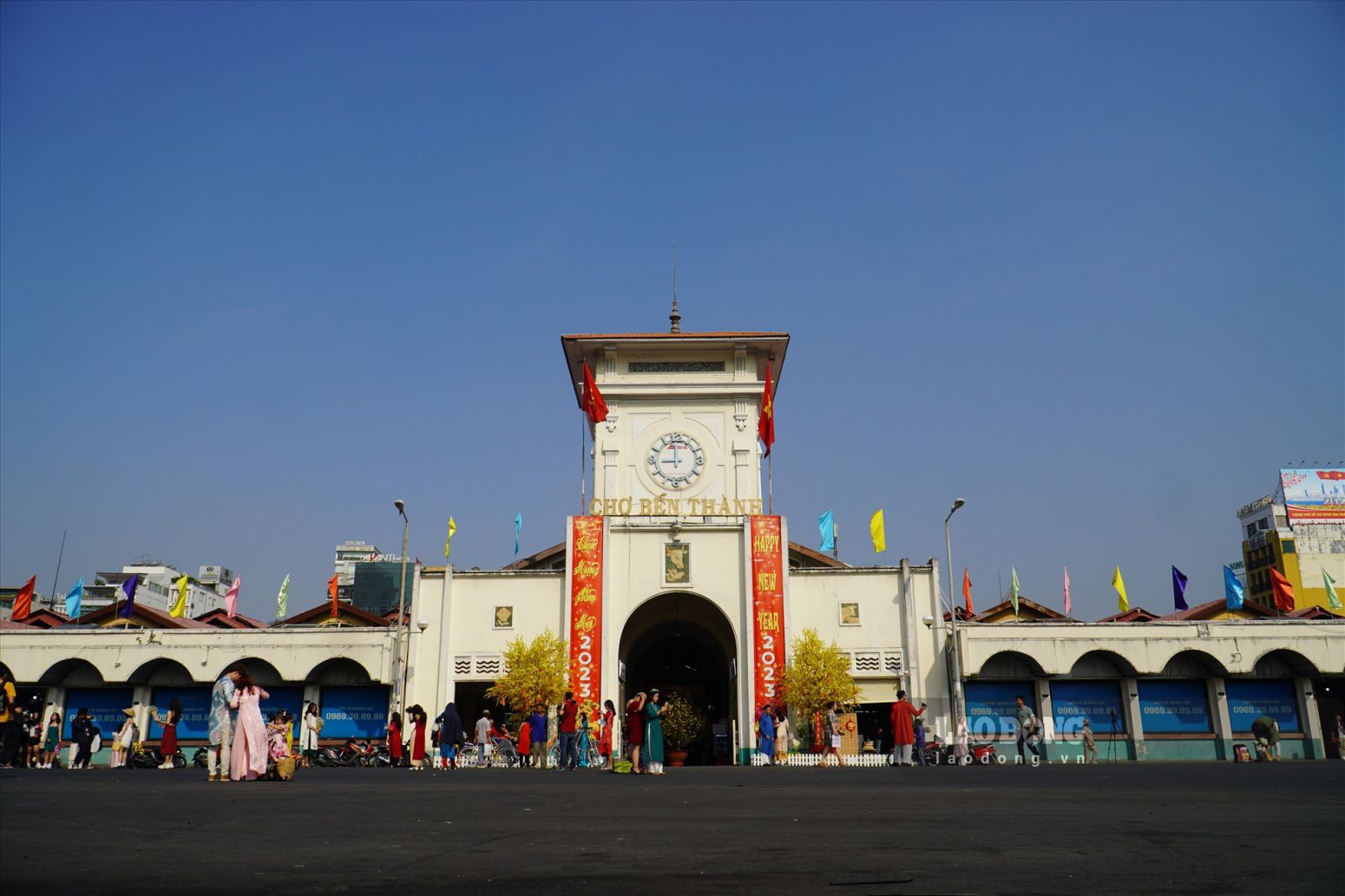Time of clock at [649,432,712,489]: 8:58
